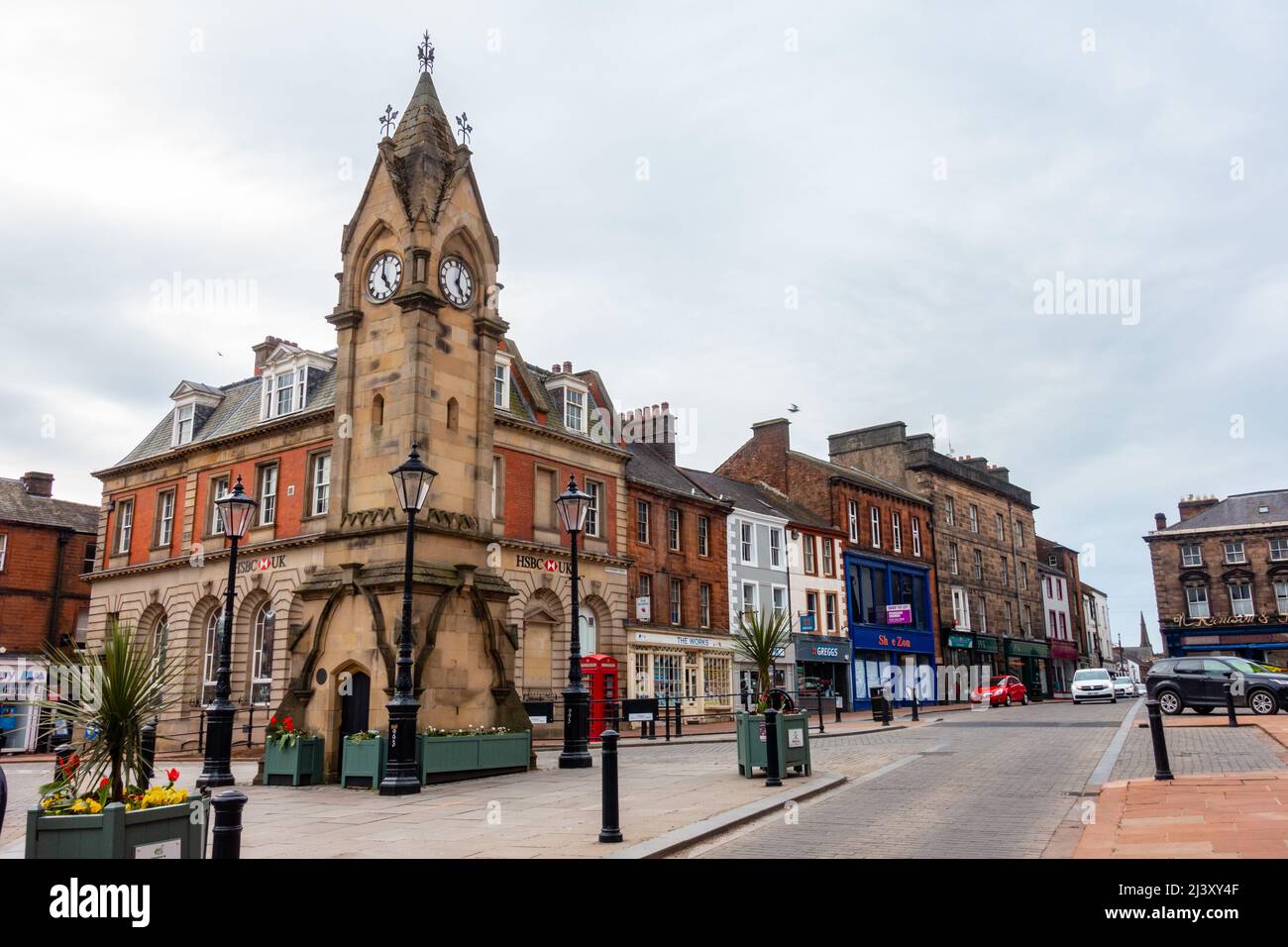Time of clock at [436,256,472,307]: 5:02
